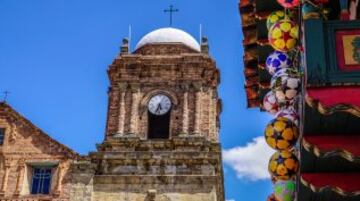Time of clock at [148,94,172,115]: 5:33
